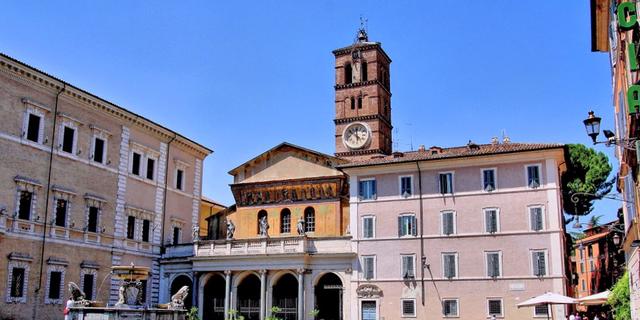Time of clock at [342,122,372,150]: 11:51
